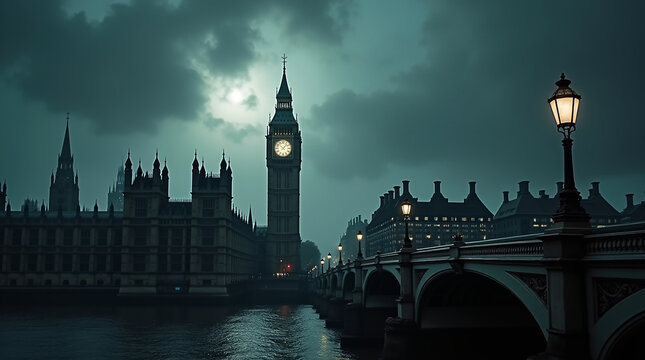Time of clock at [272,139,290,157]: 10:07
